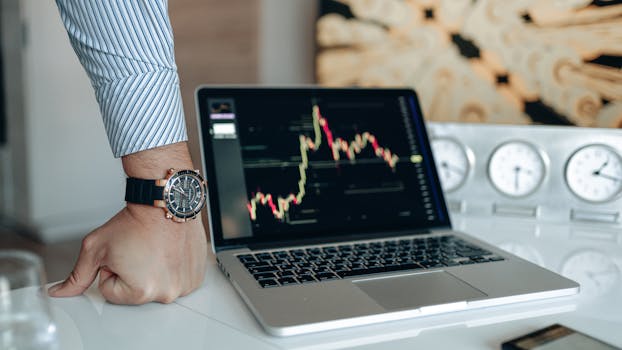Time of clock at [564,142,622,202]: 1:18
